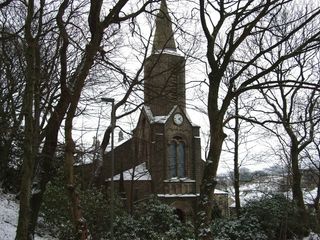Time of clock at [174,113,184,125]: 2:23
